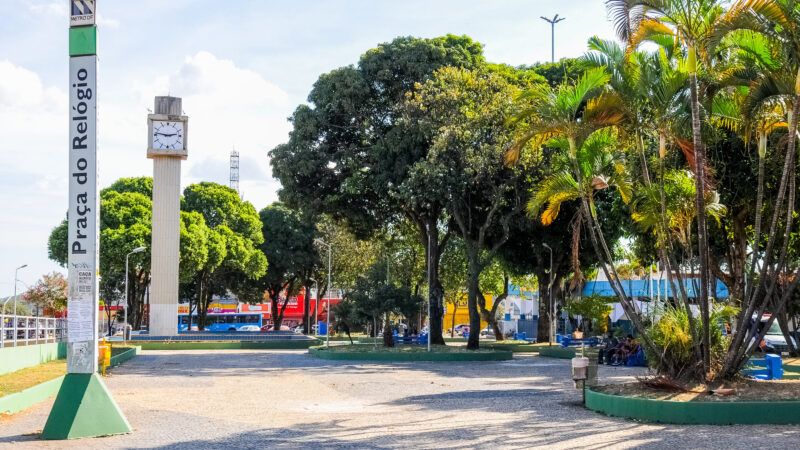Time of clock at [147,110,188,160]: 2:46
